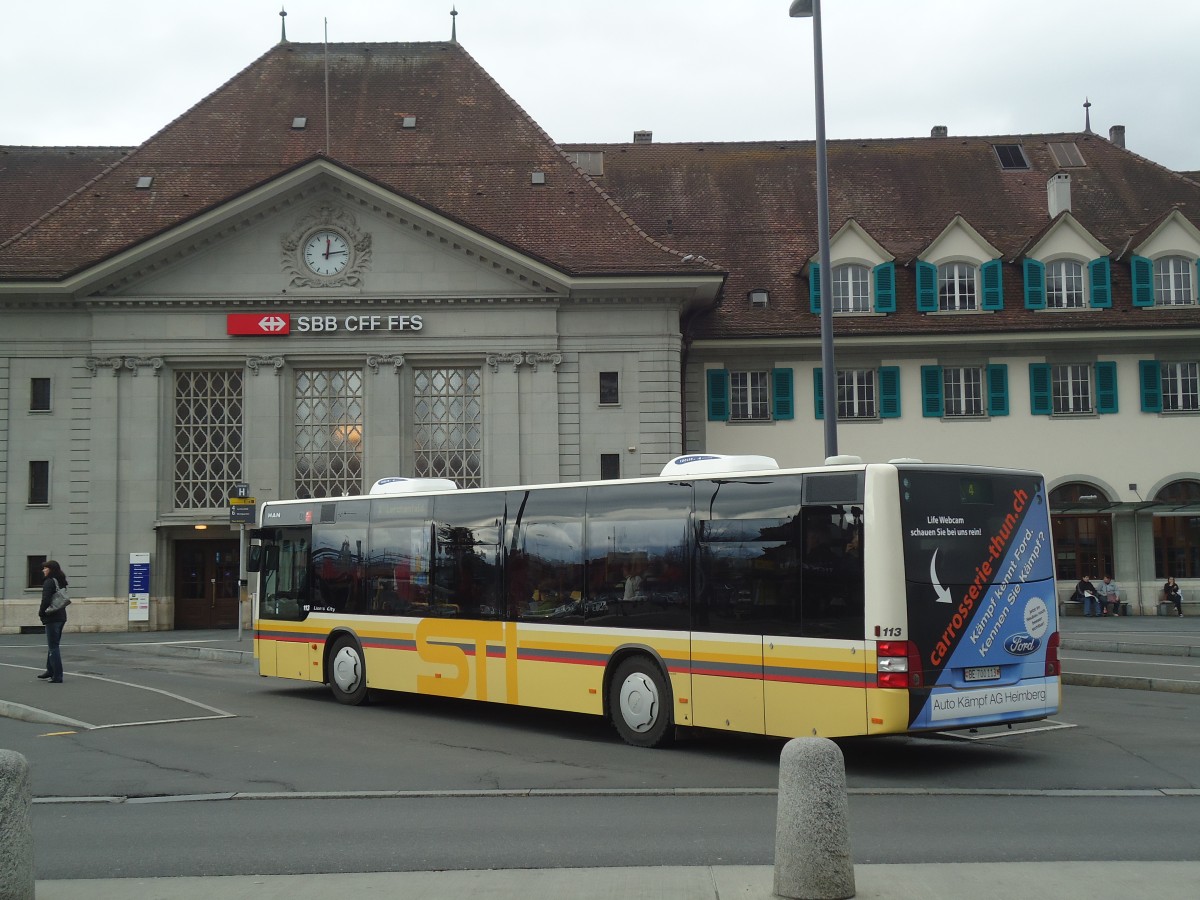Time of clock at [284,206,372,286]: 12:13
